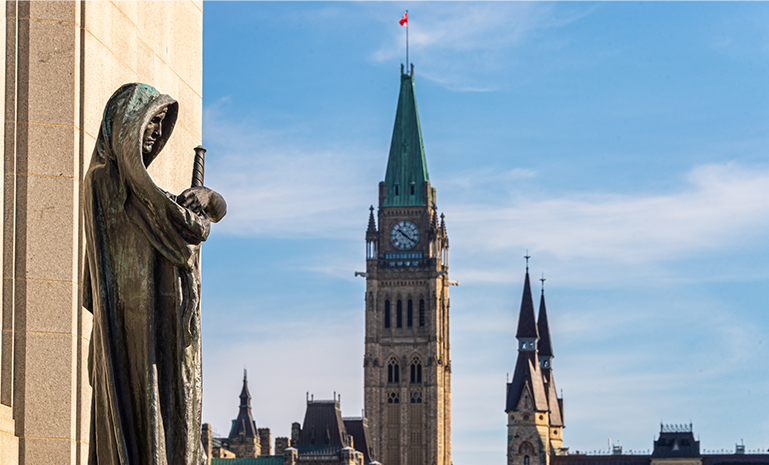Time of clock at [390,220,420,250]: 10:20
